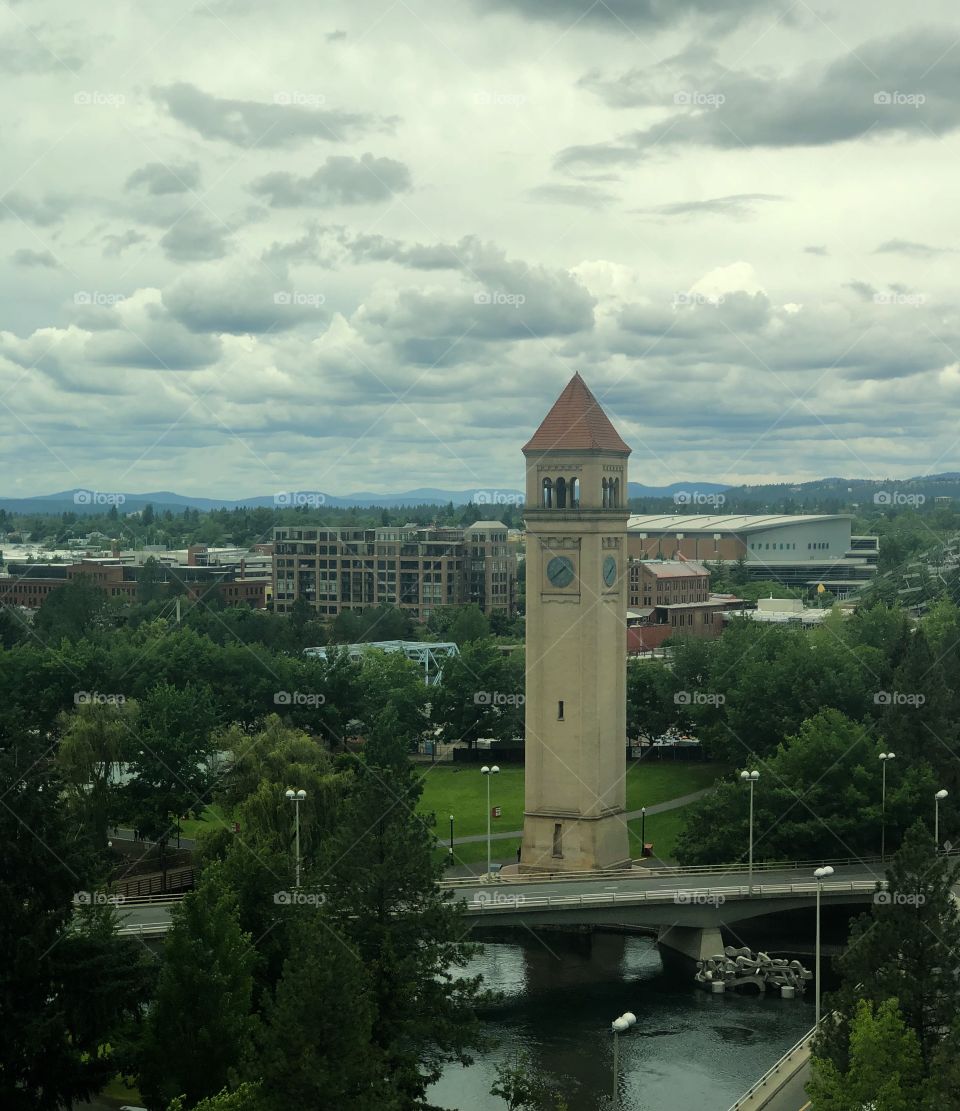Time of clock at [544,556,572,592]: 1:38
